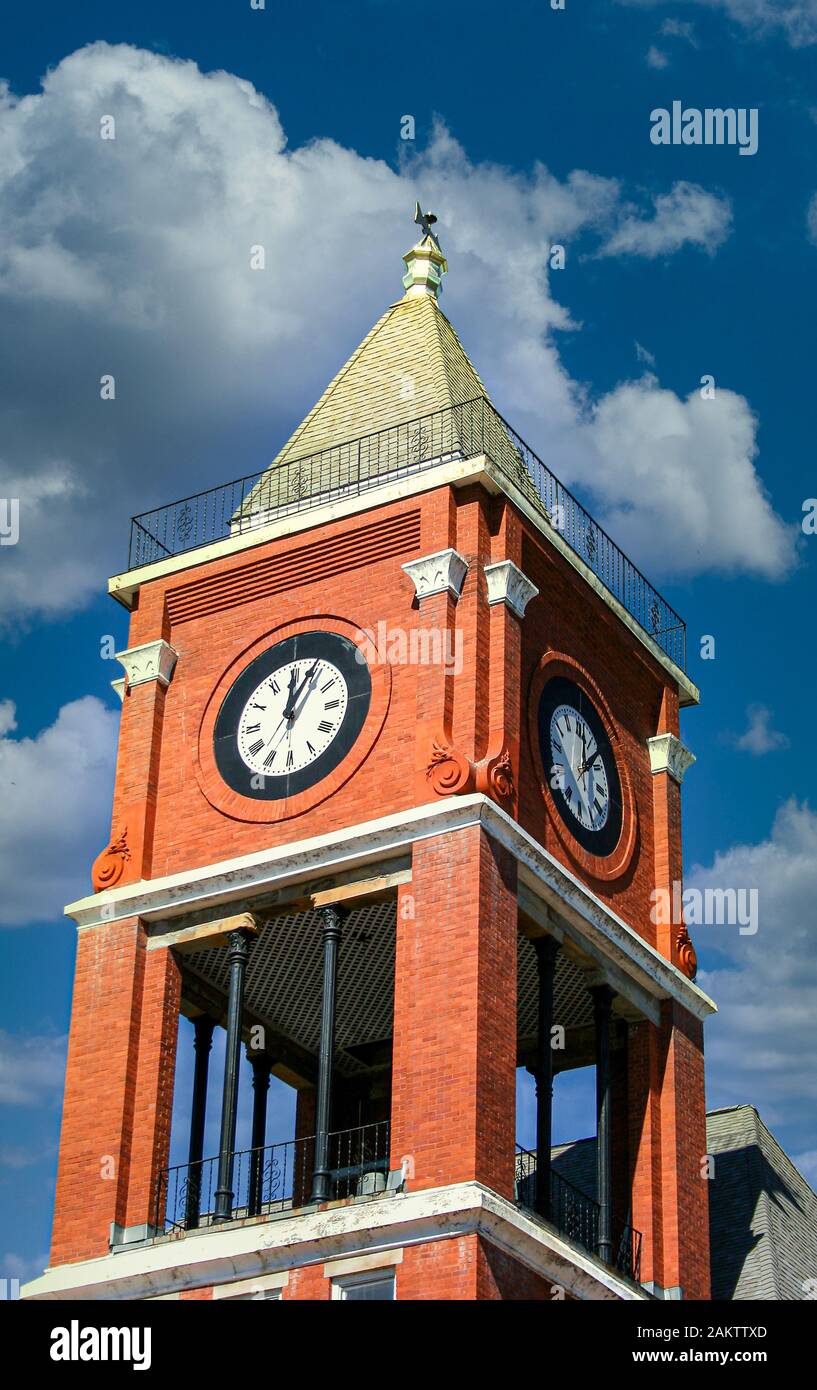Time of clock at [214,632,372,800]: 12:04
